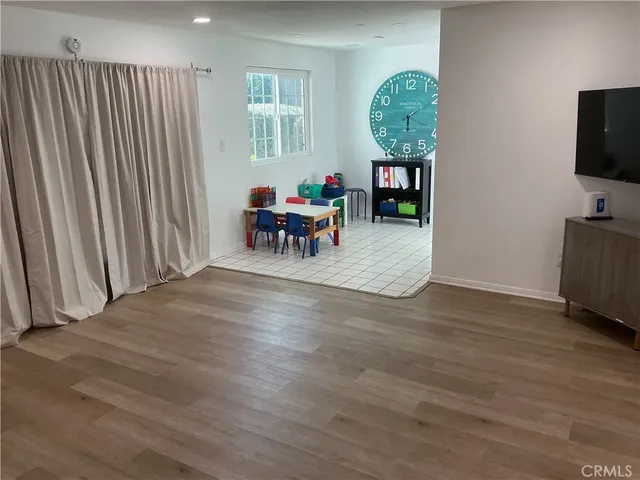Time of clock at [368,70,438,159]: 6:10
